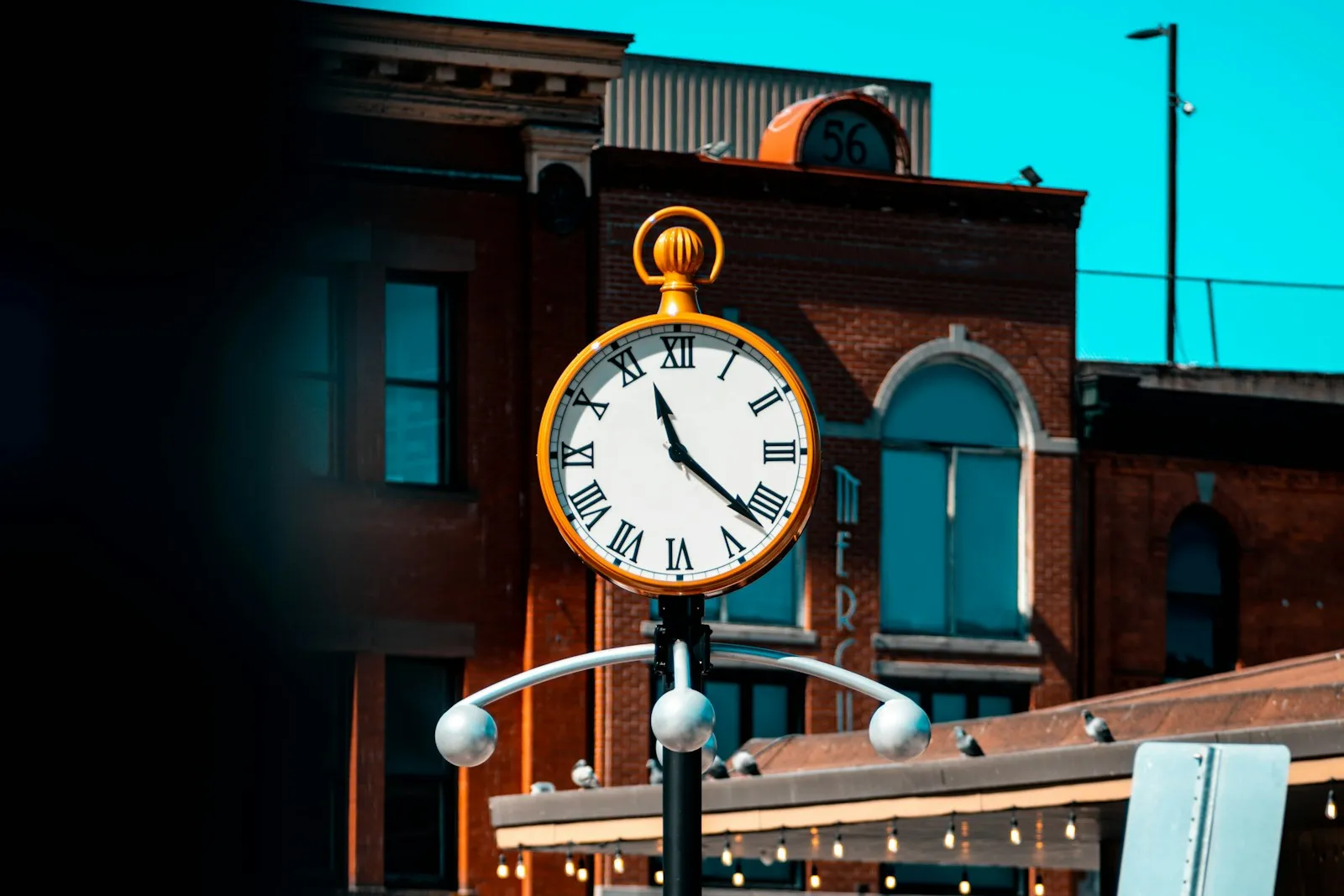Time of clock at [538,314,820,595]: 11:21
